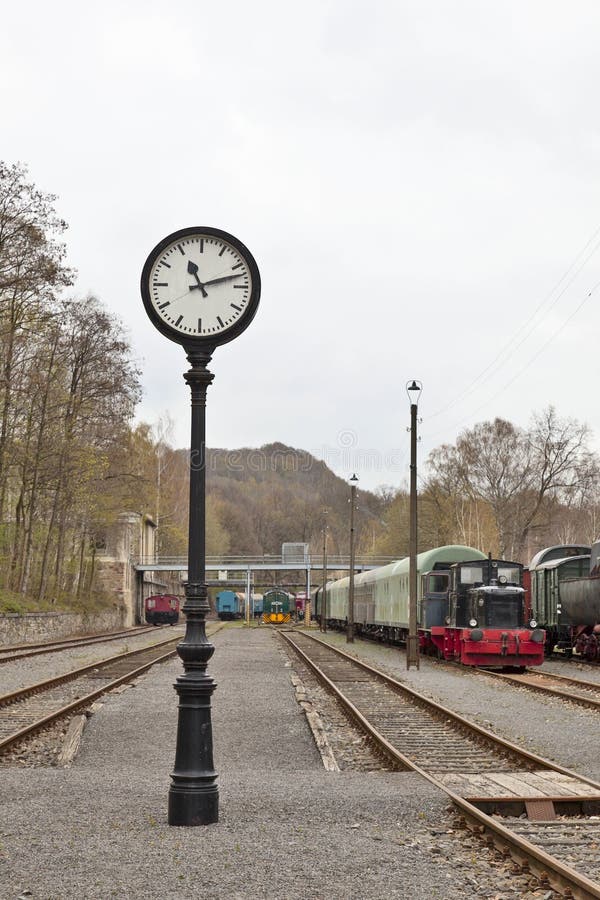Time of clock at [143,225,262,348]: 11:12
